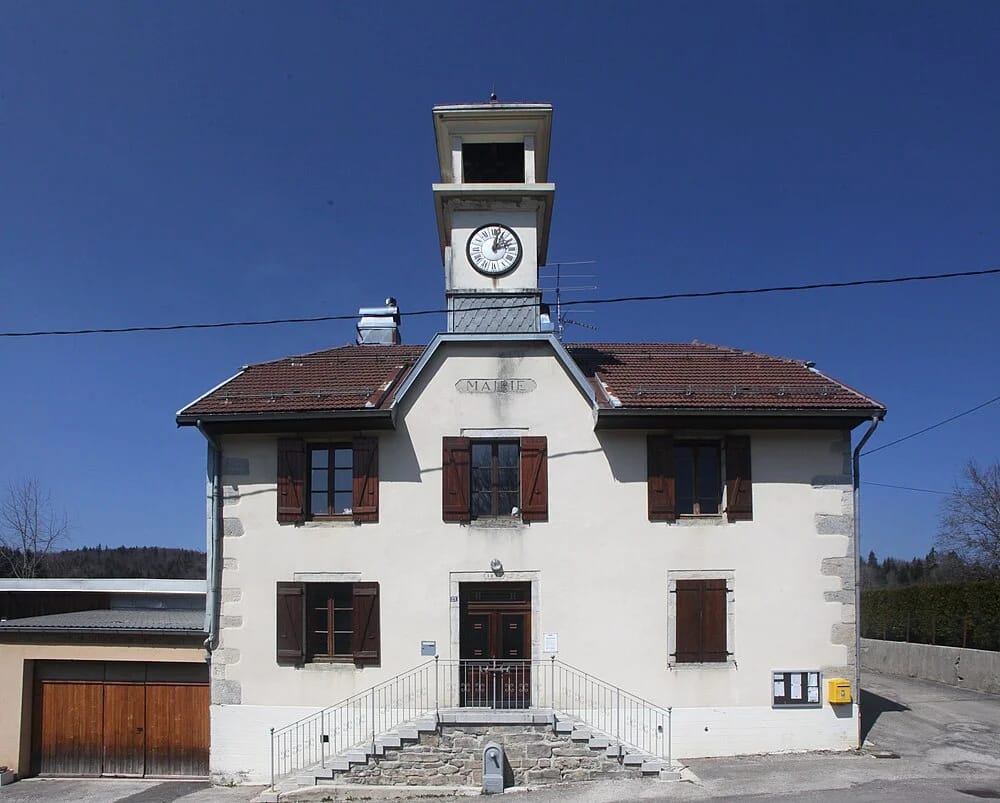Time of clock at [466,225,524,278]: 2:02
